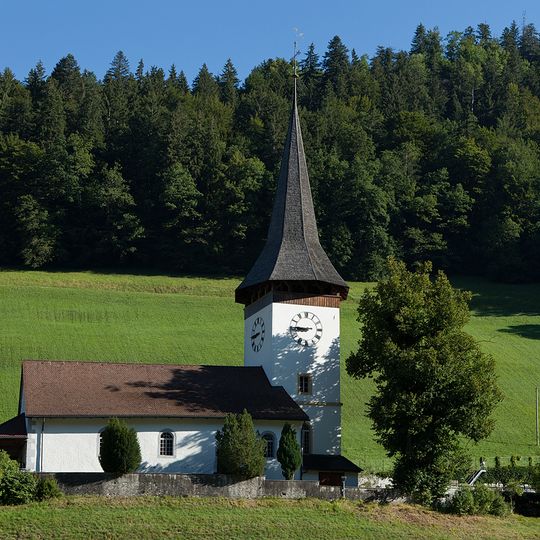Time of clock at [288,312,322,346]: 8:45
